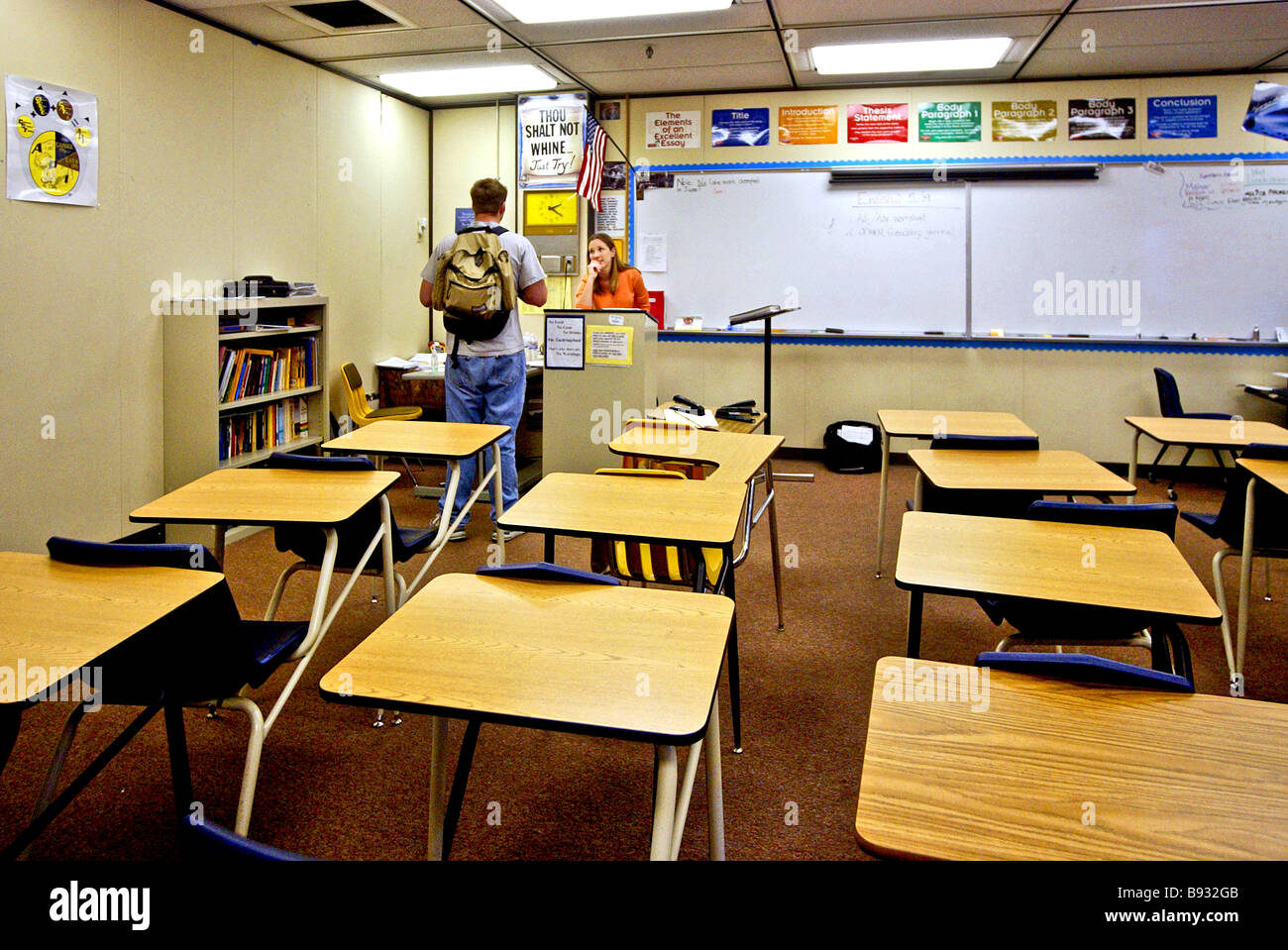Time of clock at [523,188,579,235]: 2:21
